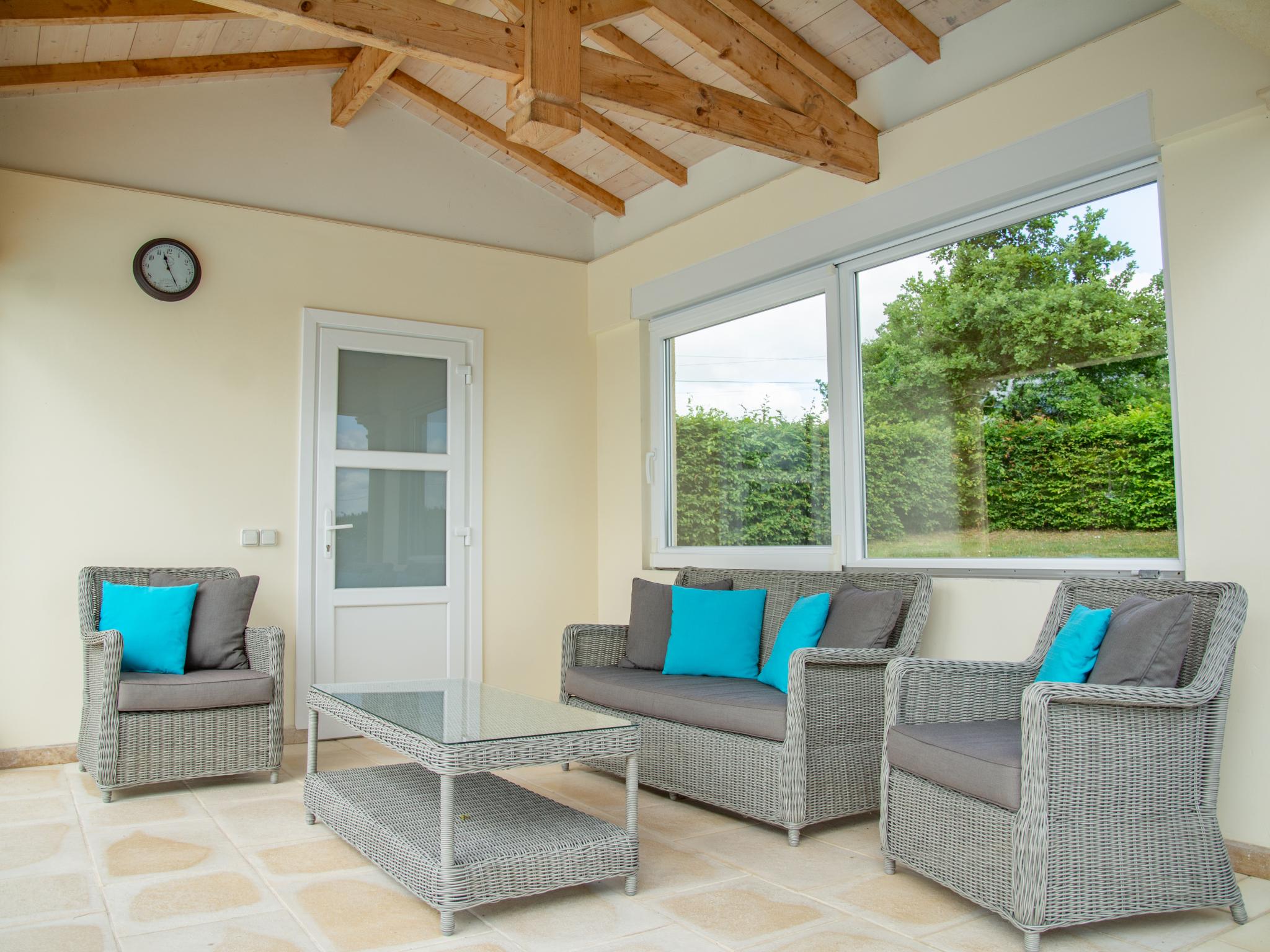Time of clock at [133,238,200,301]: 11:25
